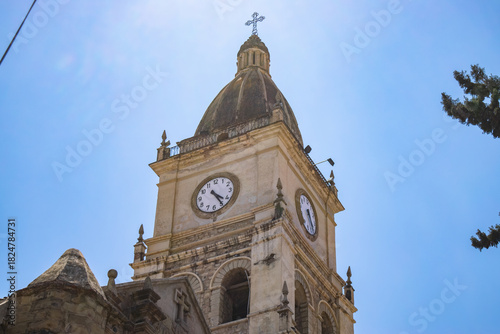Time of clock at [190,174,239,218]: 4:24
